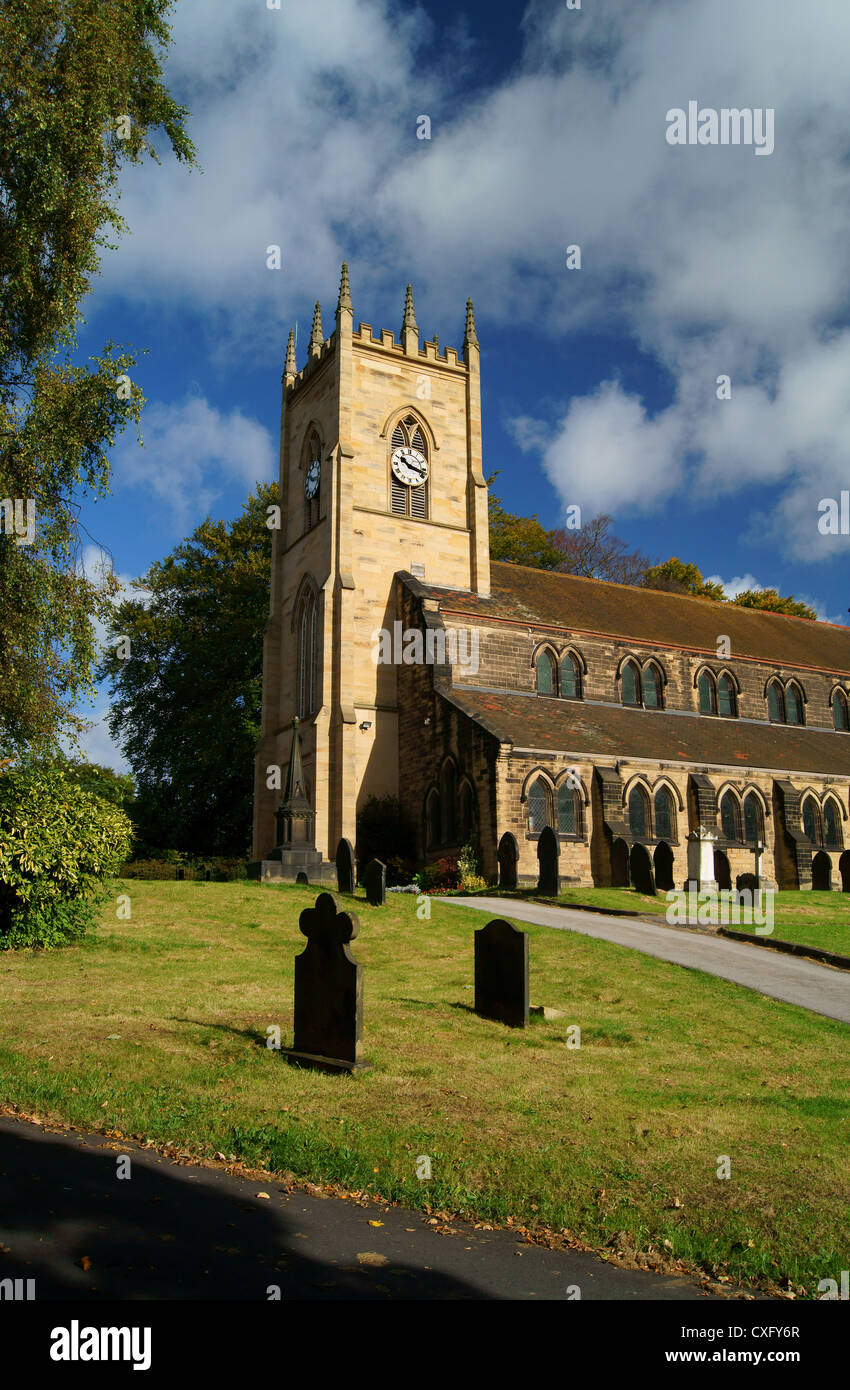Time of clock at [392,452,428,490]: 10:17
